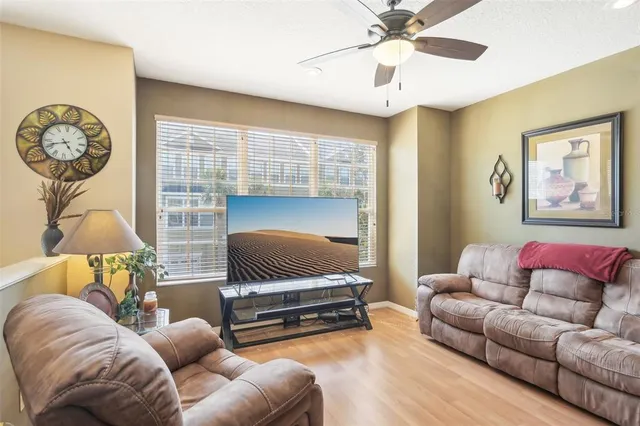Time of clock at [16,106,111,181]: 4:42
